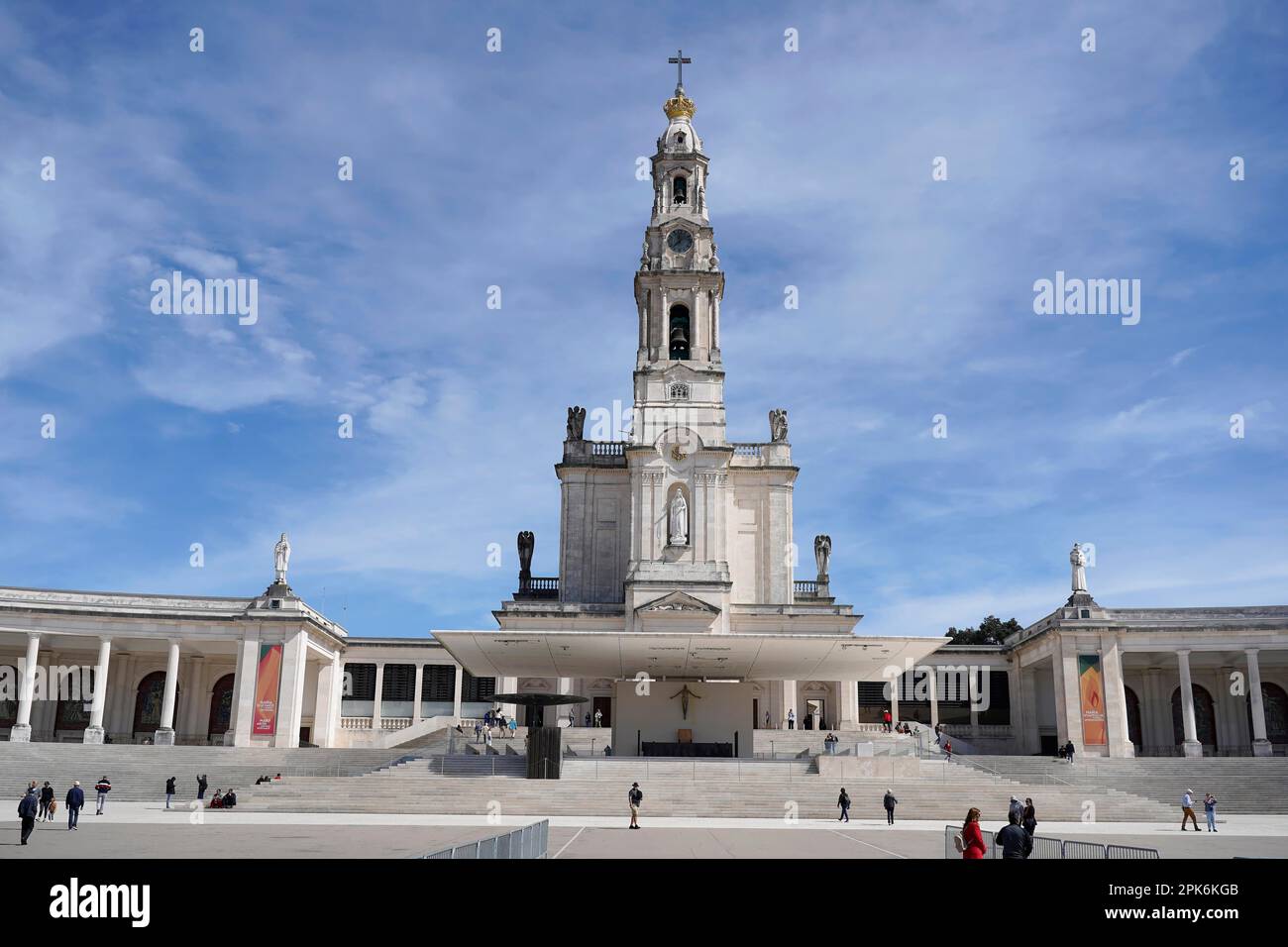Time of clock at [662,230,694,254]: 11:37
